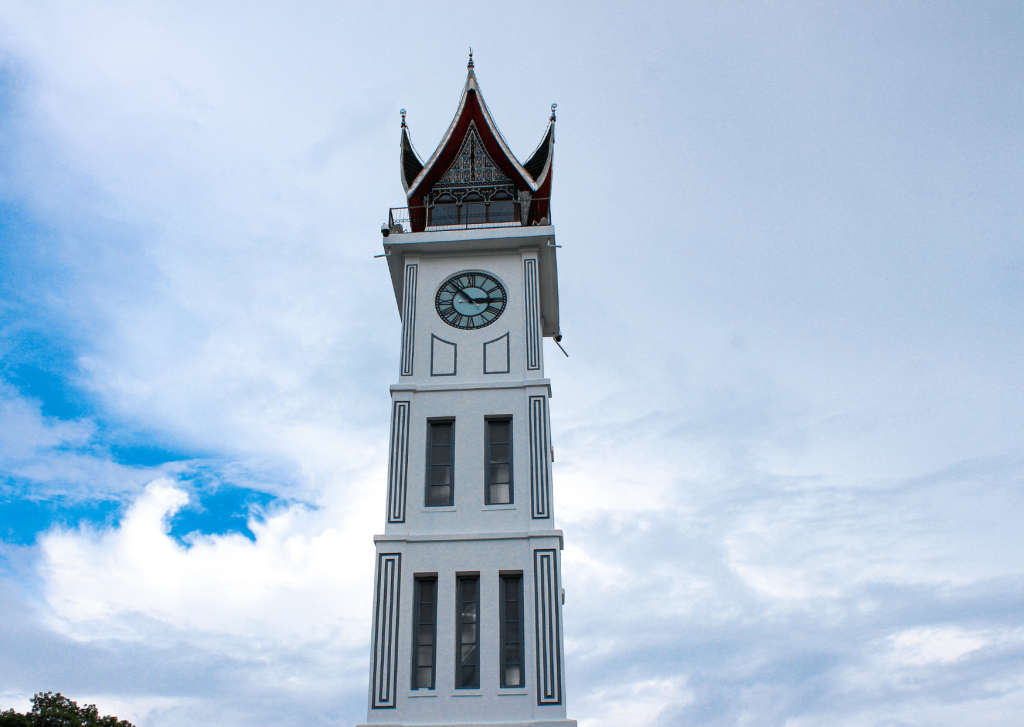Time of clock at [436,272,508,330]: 2:53
